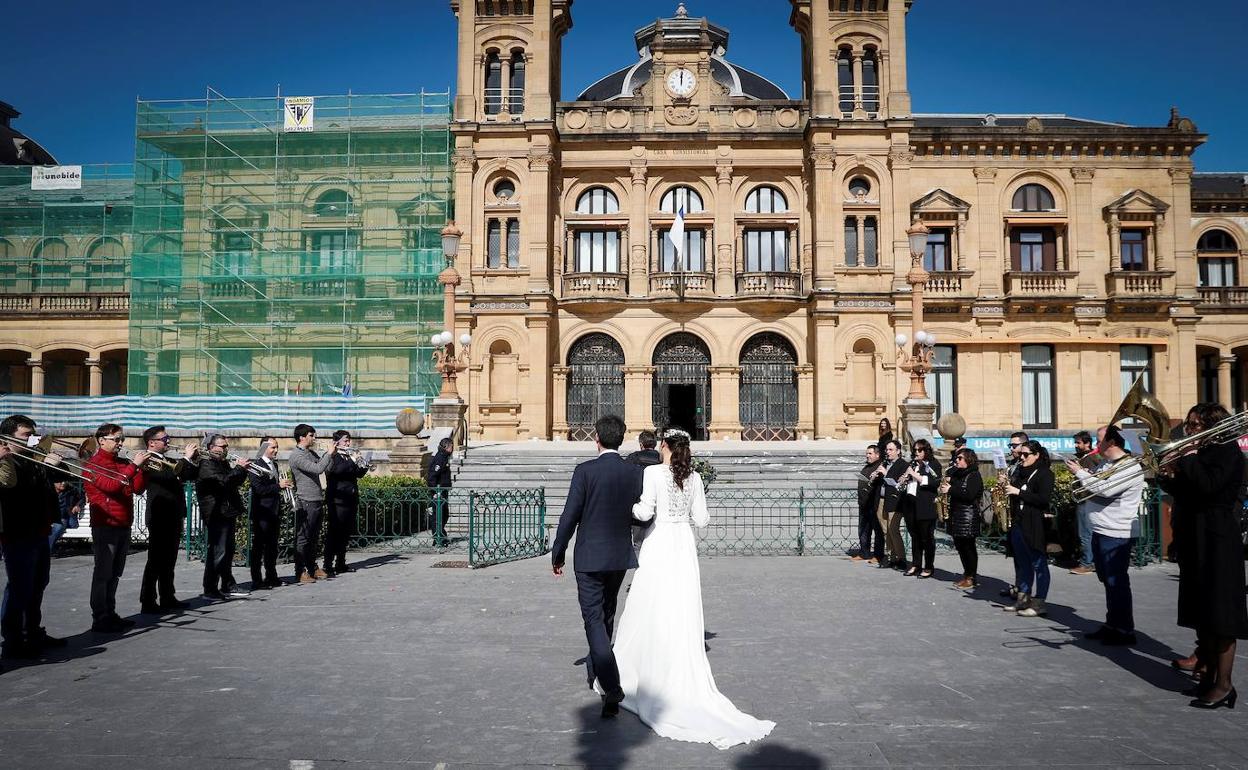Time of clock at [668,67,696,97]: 12:00
